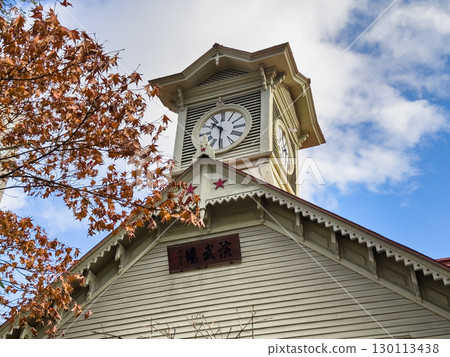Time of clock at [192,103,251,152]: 10:31
